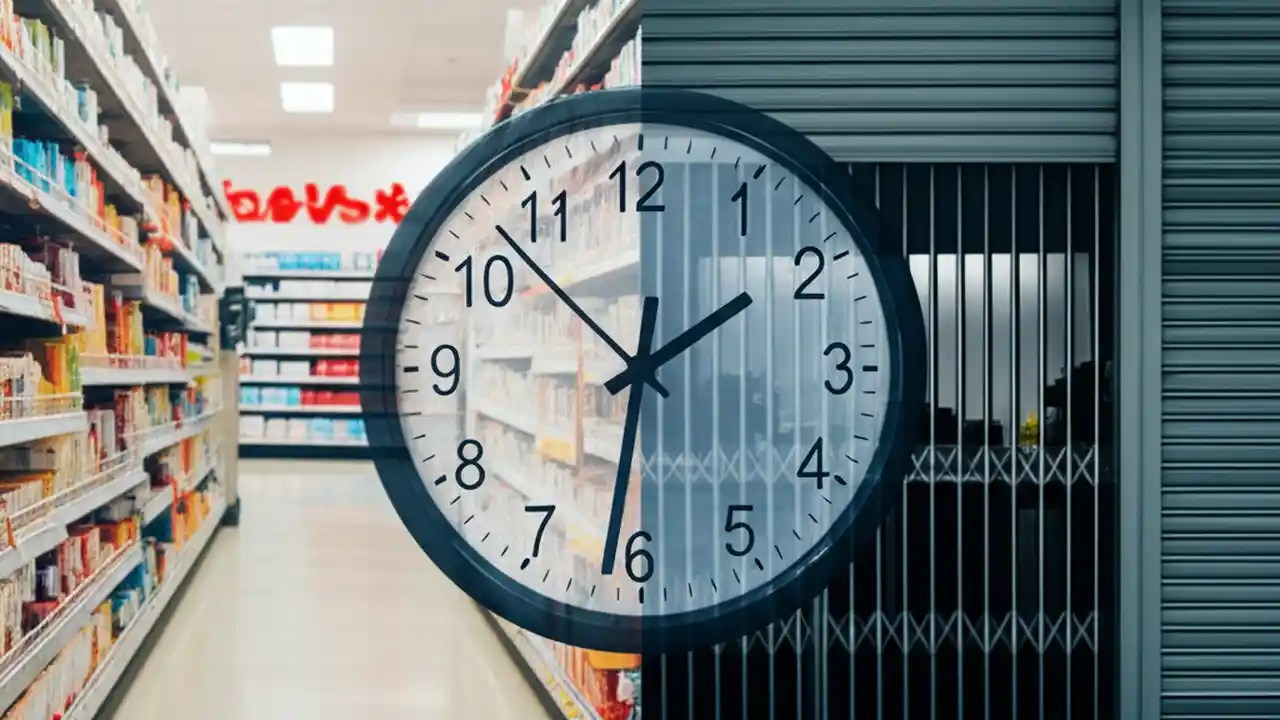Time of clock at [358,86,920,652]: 1:52
